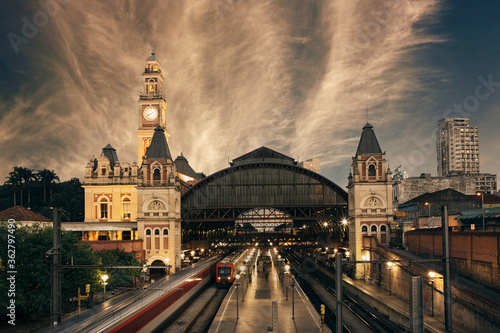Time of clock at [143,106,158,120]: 8:09
